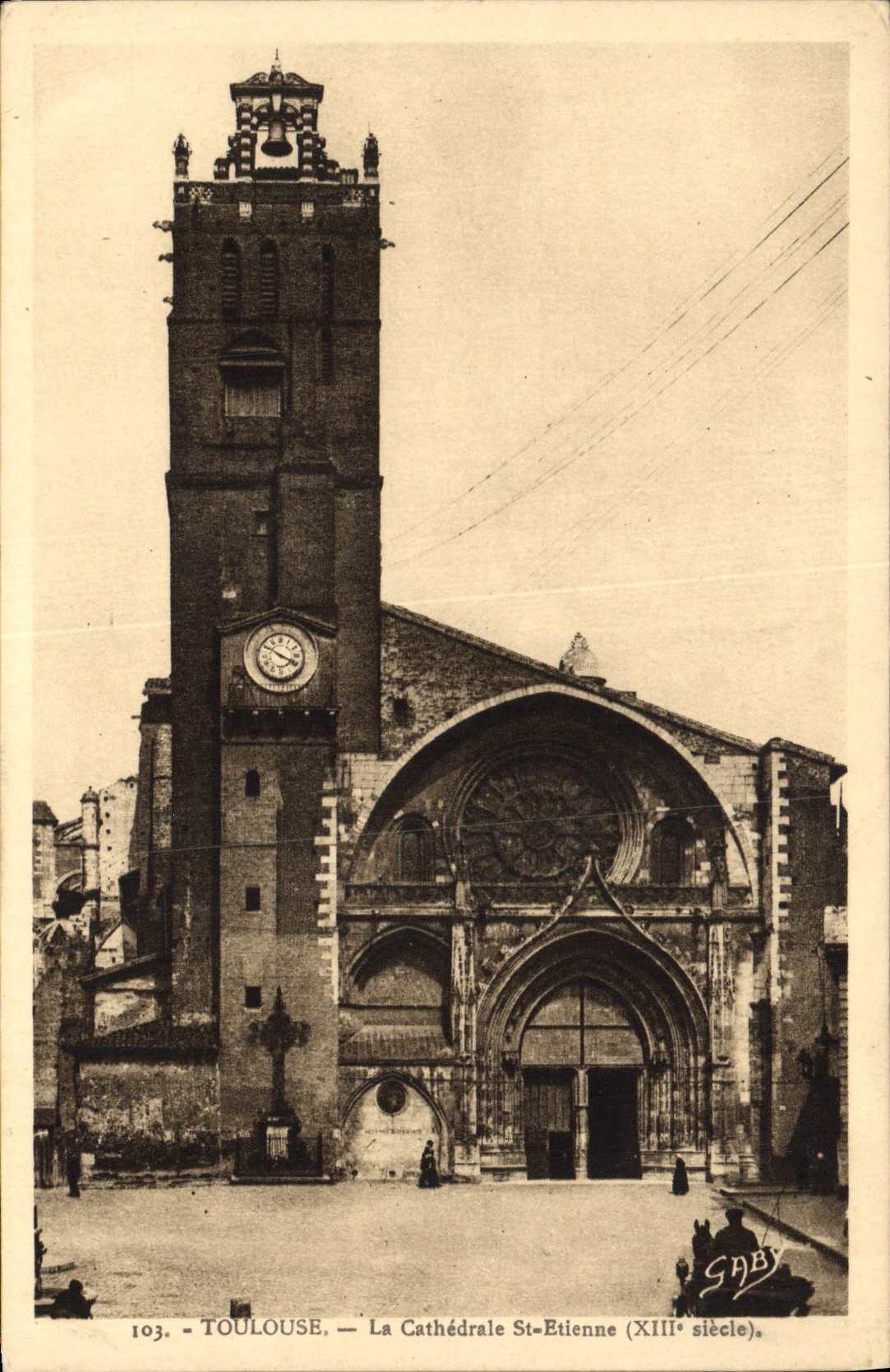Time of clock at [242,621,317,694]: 3:50
